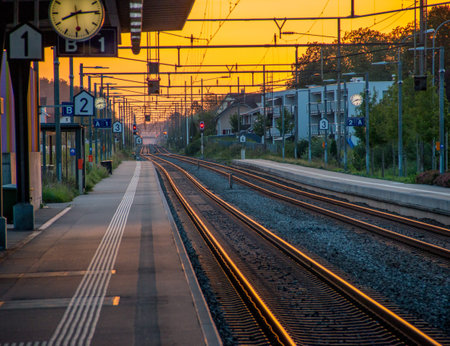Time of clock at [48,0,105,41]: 8:14
